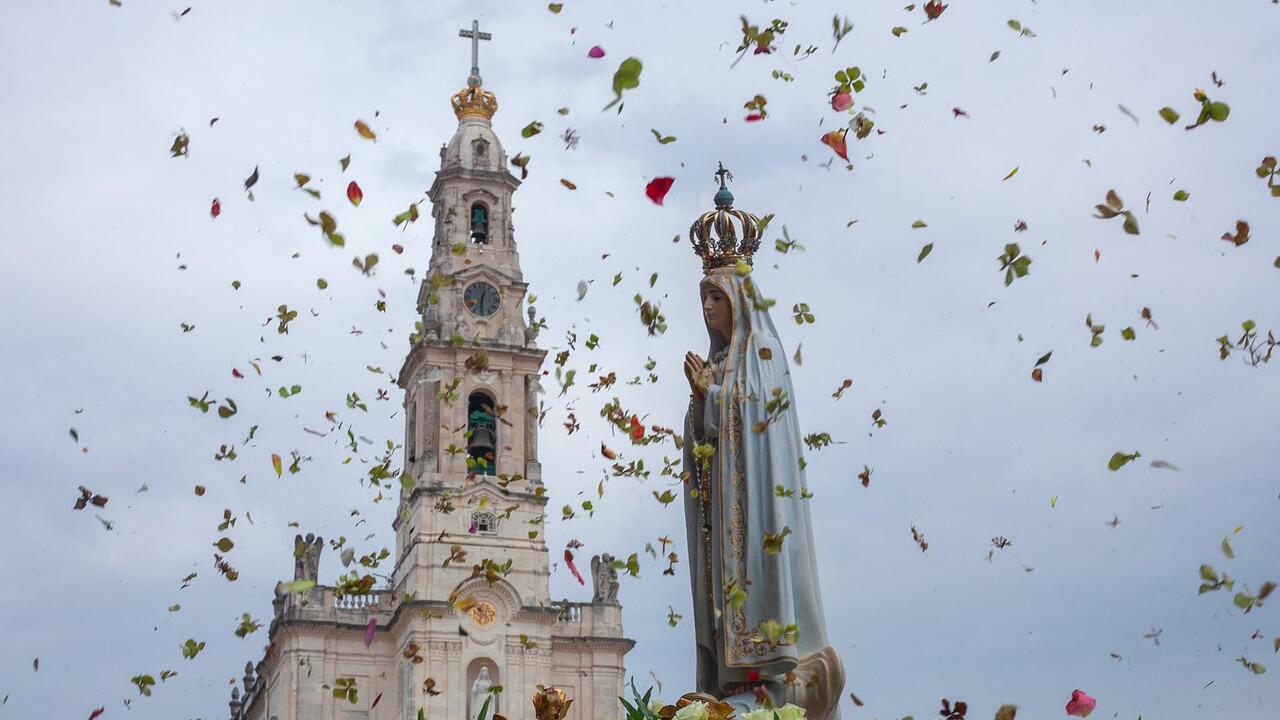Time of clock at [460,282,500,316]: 12:30
